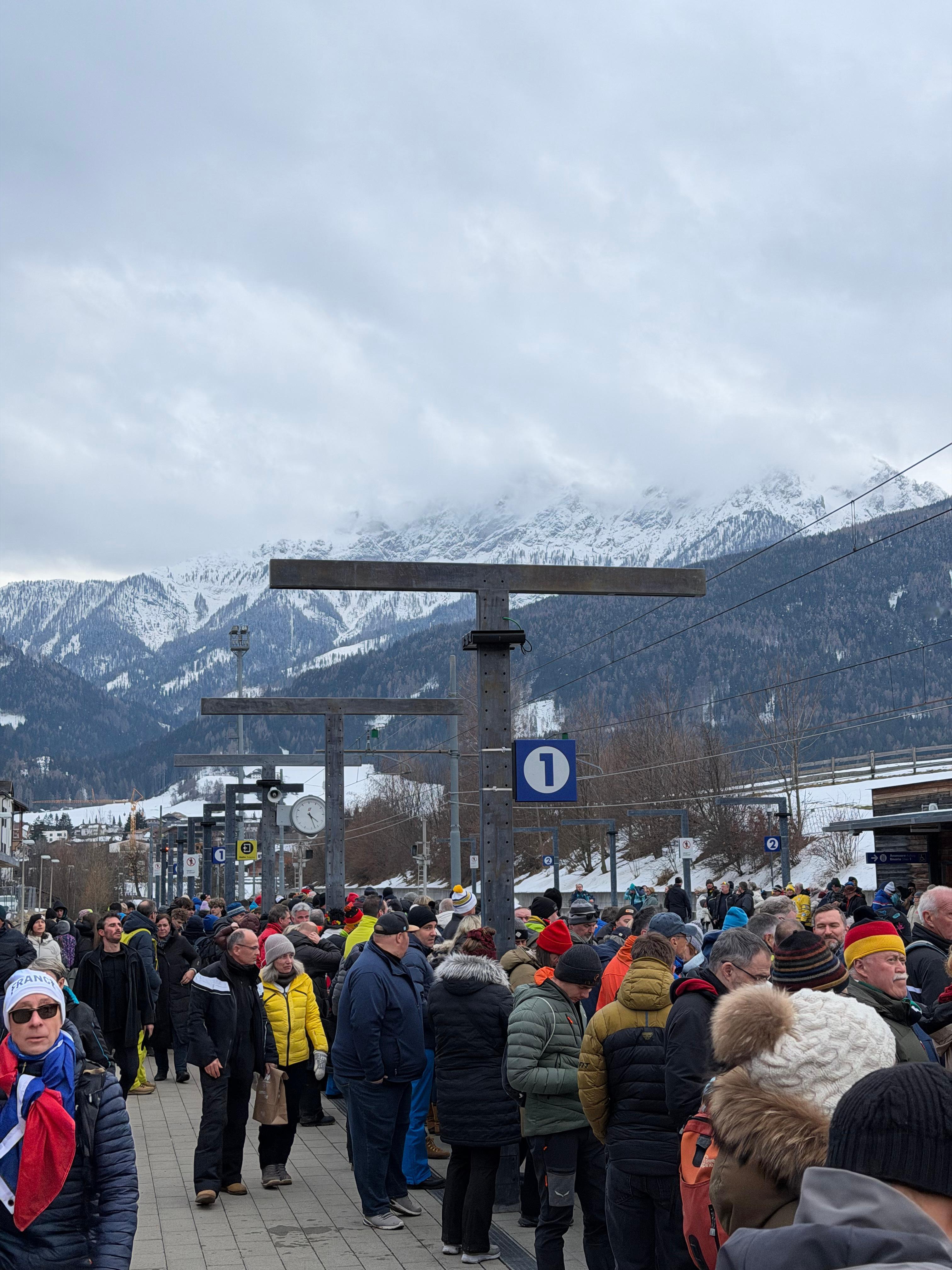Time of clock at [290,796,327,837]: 4:27
